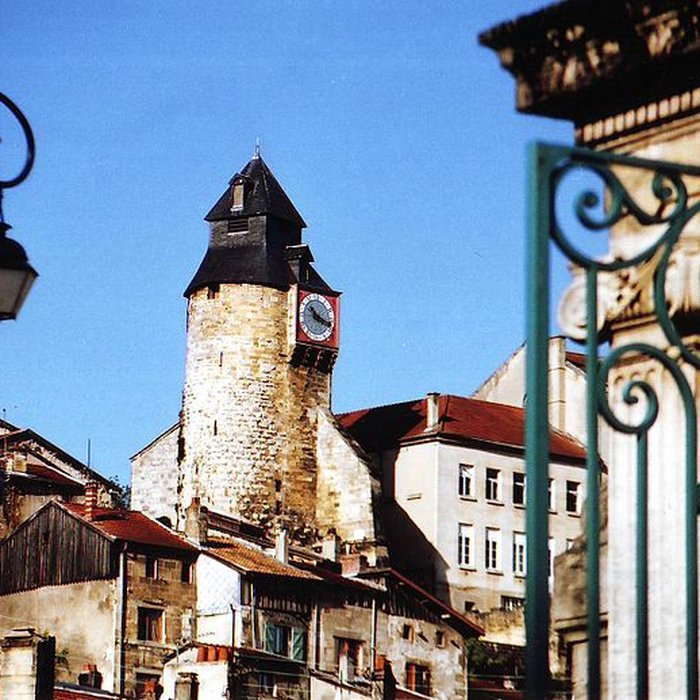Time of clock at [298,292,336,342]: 10:17
